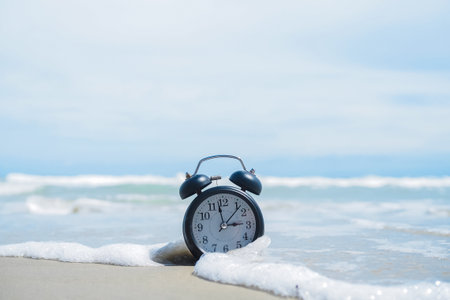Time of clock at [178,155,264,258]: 2:58
